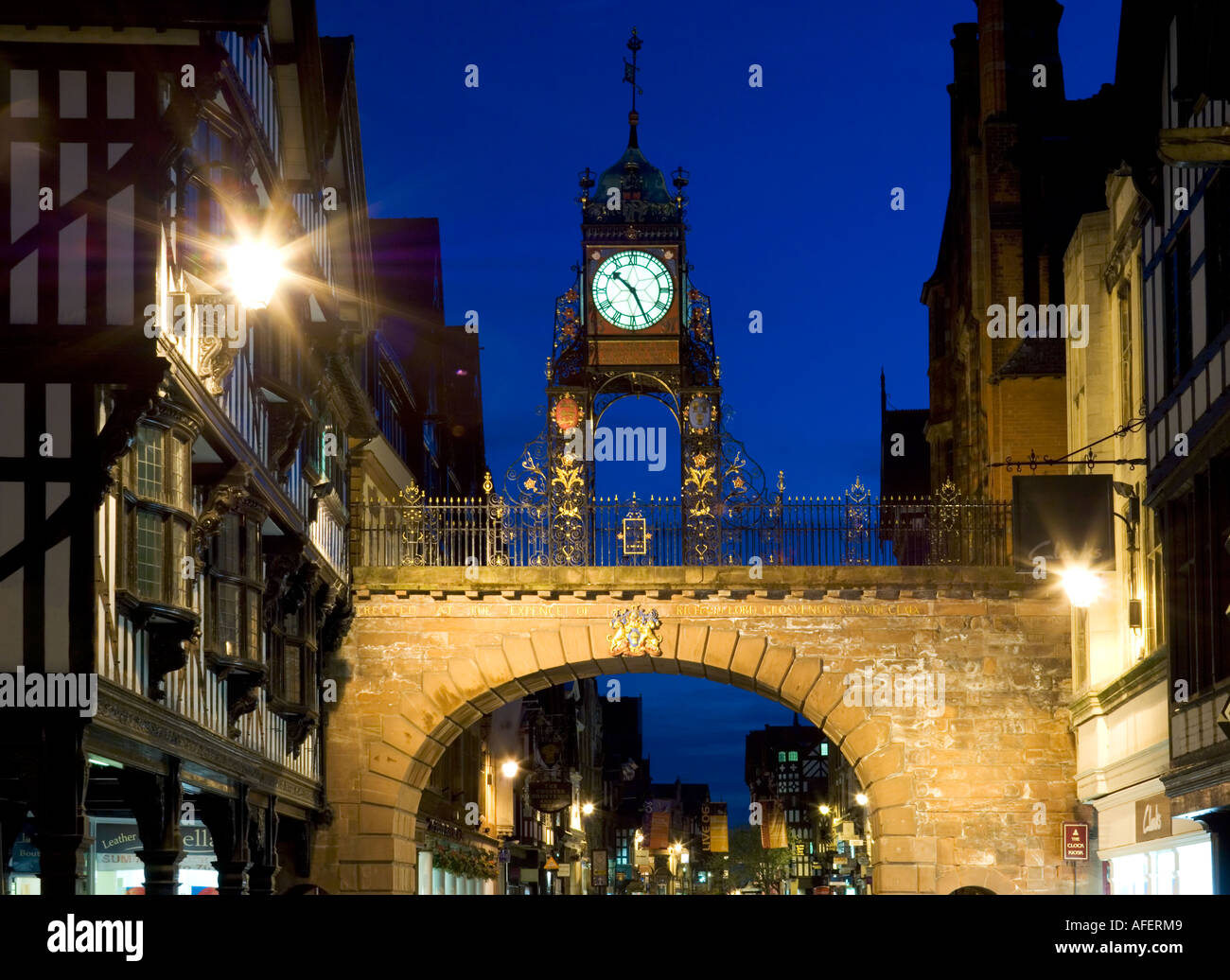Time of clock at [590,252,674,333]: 10:25
